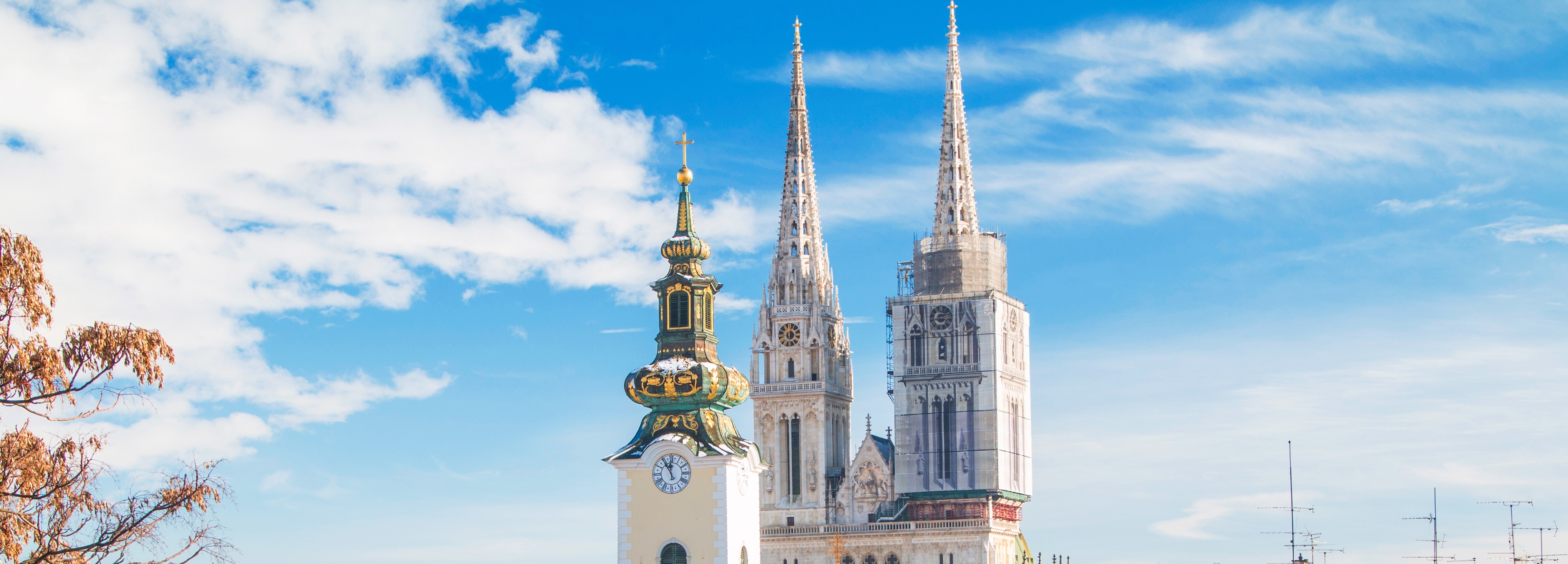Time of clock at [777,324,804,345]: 11:59
